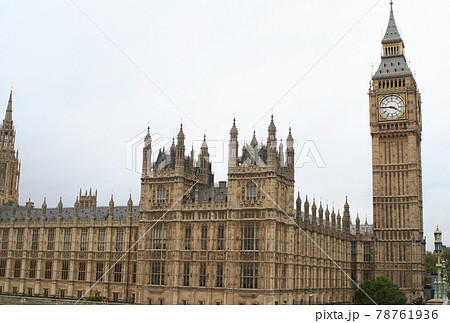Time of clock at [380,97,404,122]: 3:45
